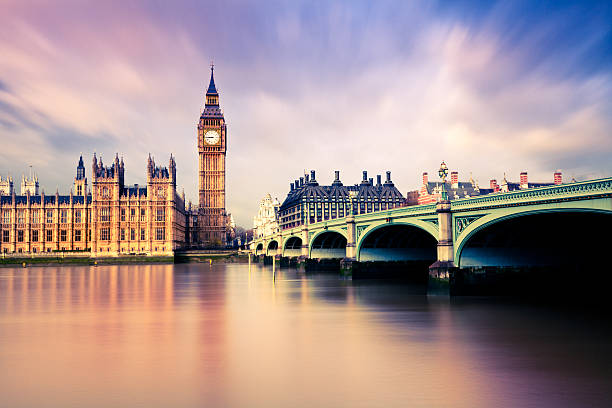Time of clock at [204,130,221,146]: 8:45
